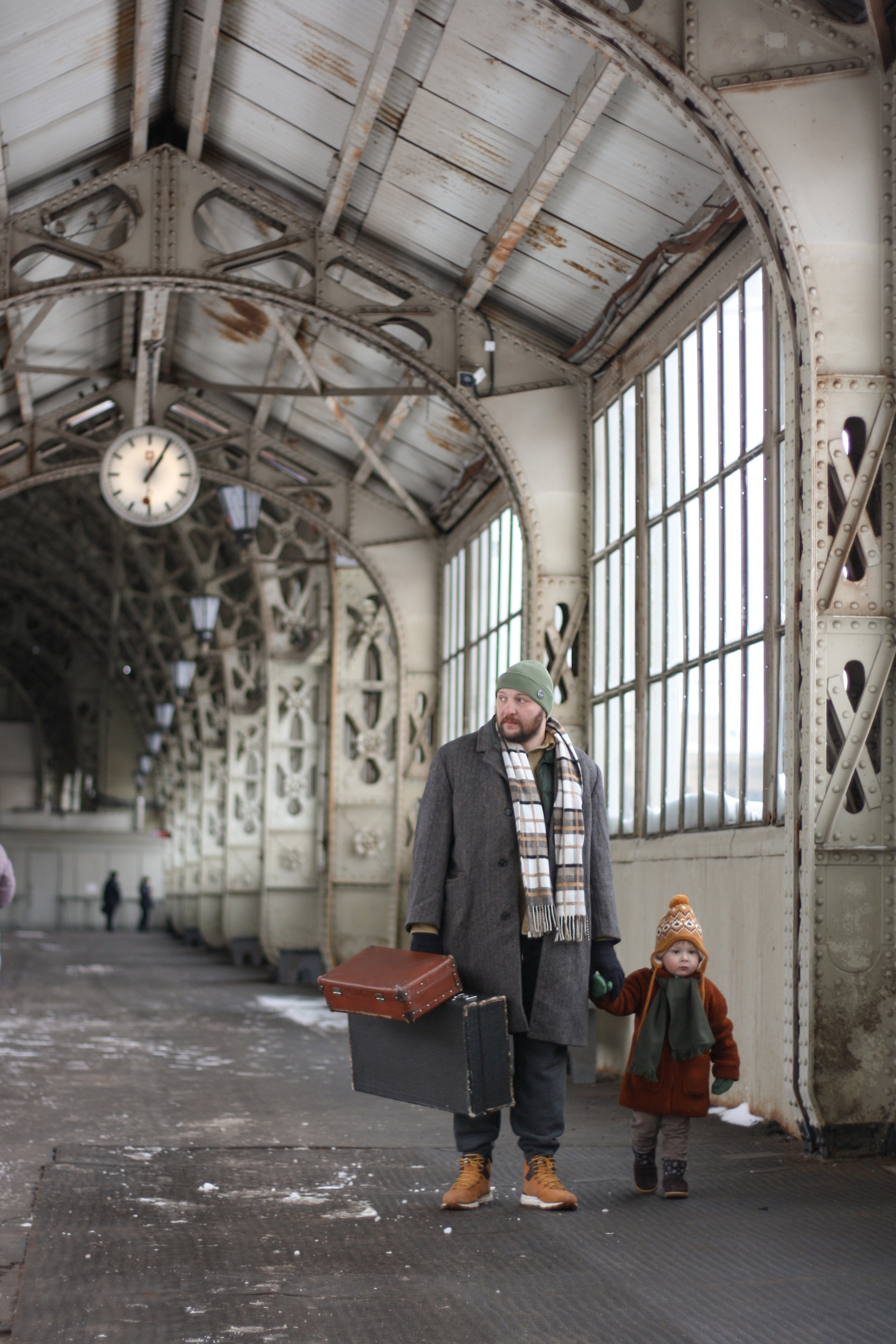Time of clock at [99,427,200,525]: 1:05
